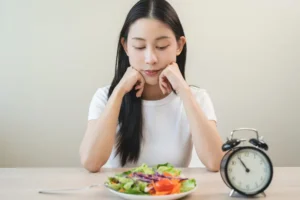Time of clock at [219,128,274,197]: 10:54
